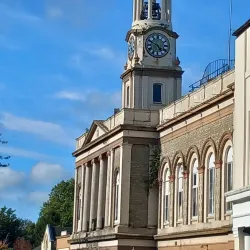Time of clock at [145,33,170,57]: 4:49
